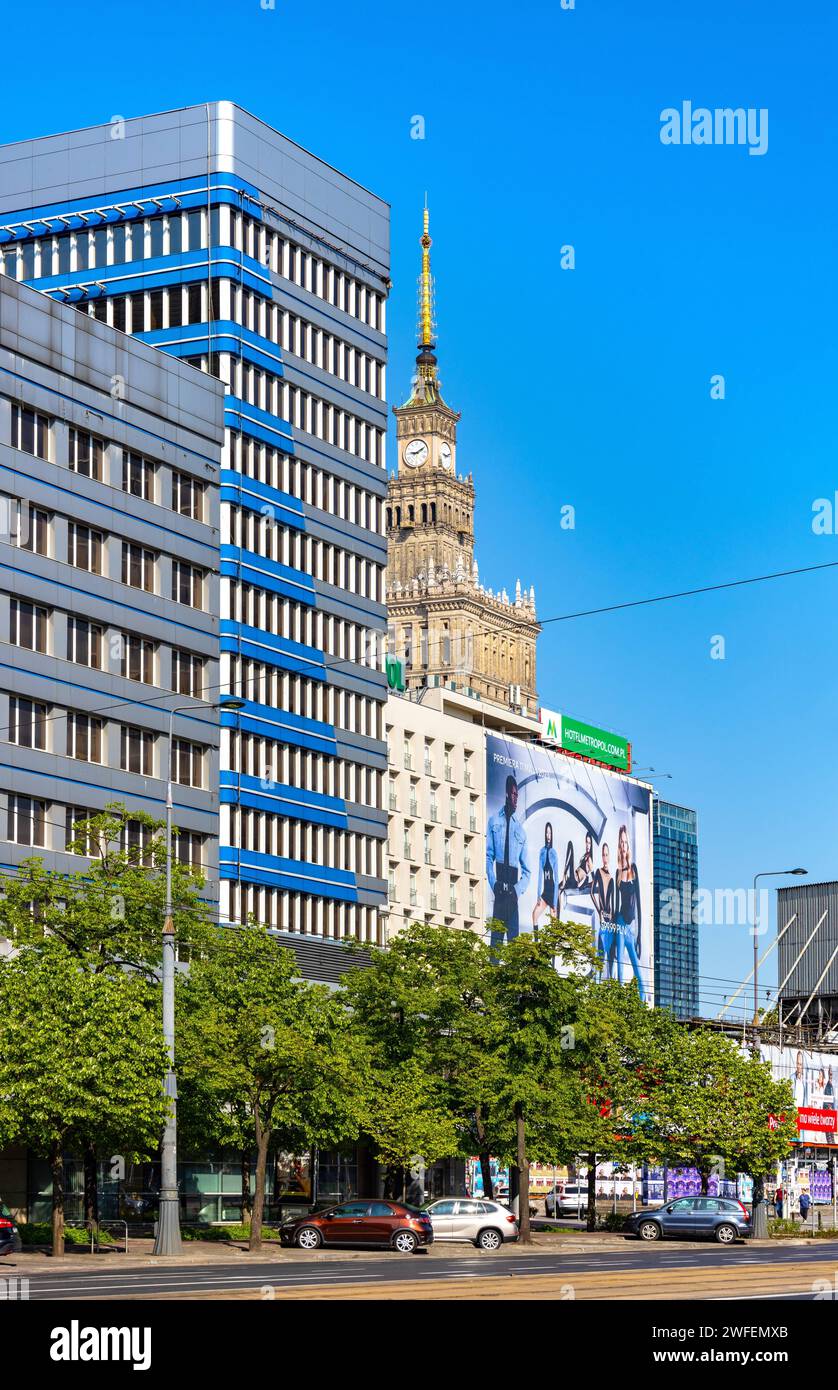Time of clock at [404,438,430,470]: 9:10
